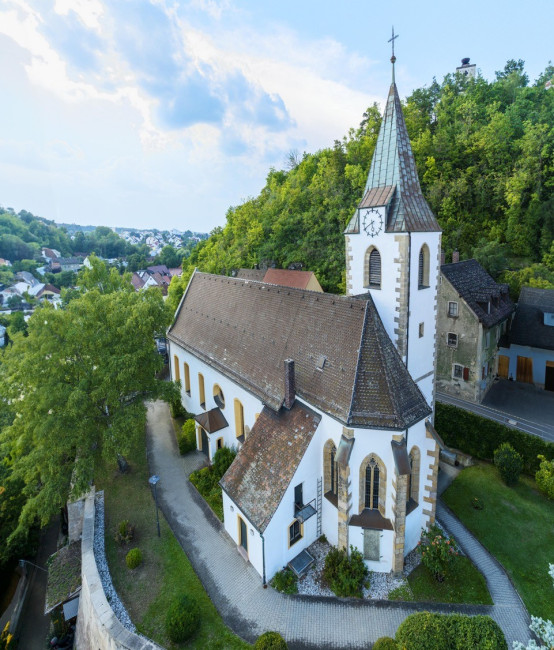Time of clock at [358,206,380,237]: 5:40
